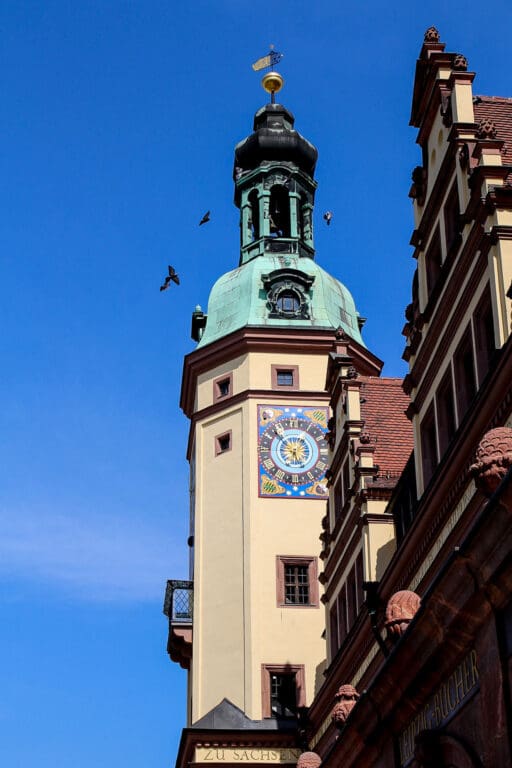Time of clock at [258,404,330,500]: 4:52
